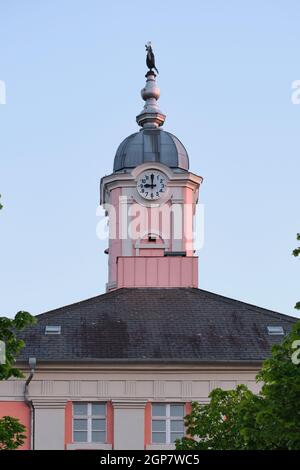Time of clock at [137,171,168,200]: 8:59
